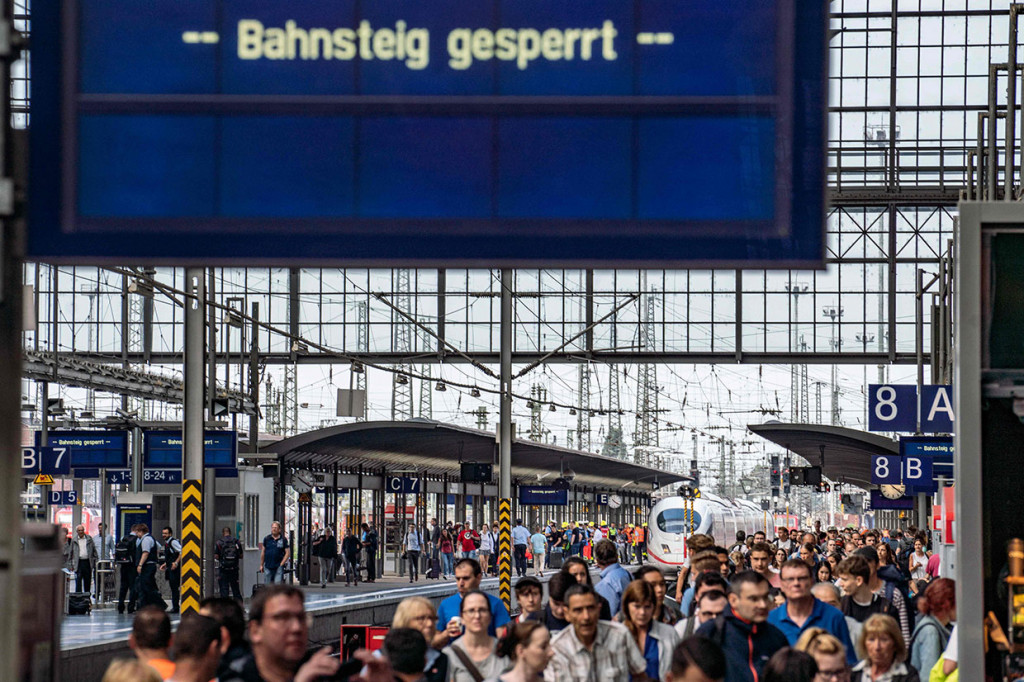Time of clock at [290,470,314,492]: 10:20
